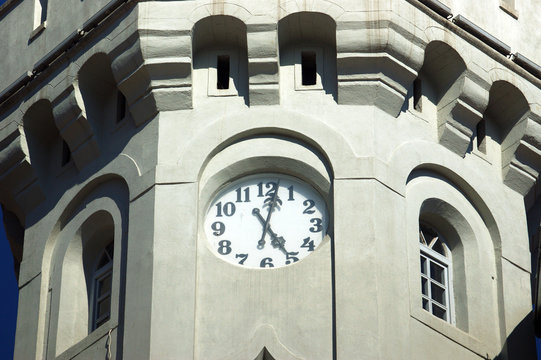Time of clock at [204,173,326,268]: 5:02
